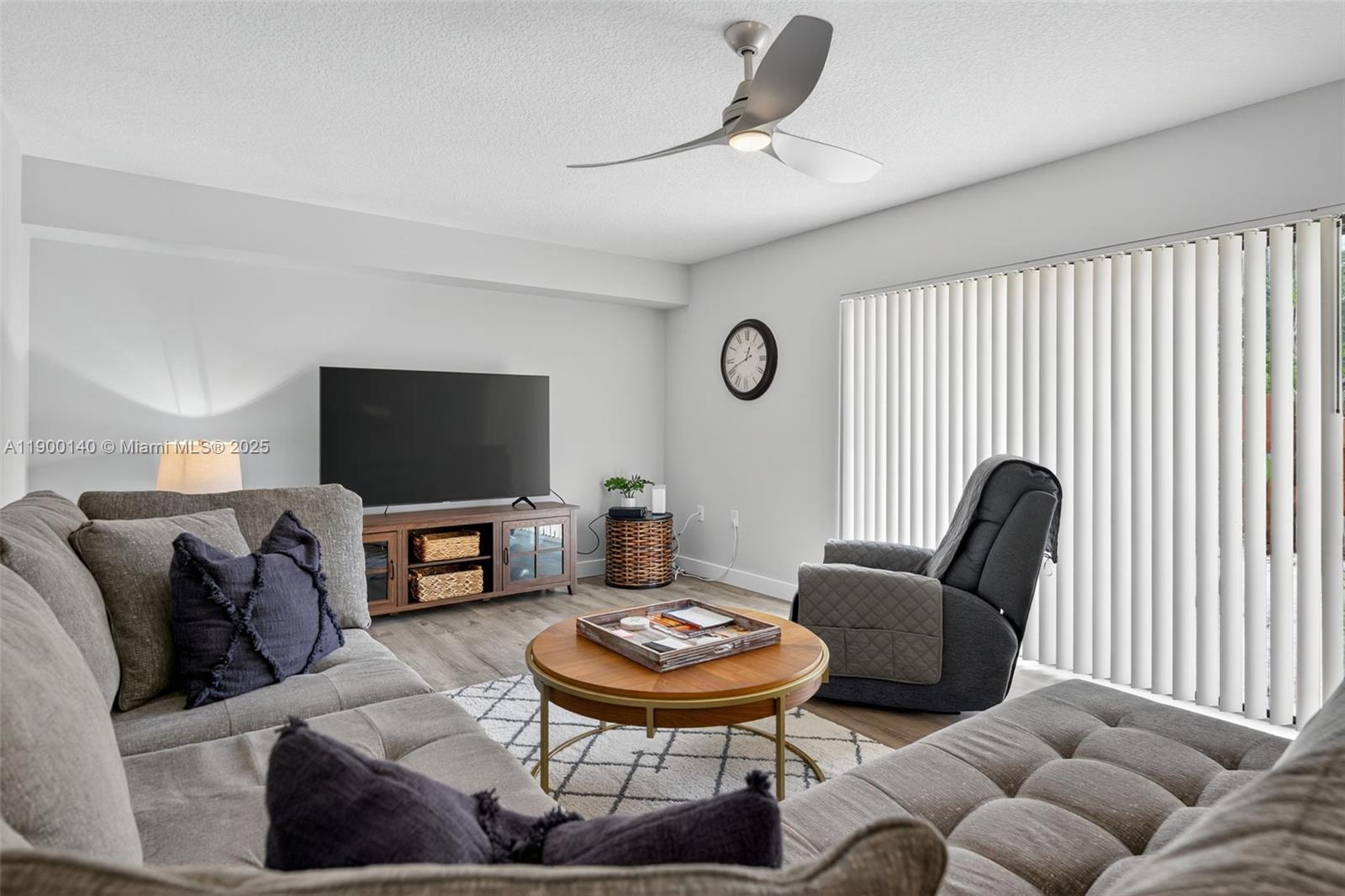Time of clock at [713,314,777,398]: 12:41
